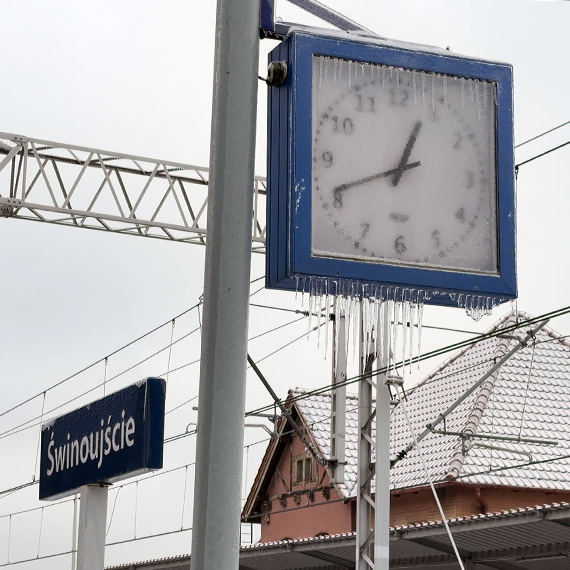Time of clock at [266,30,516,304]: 12:41
